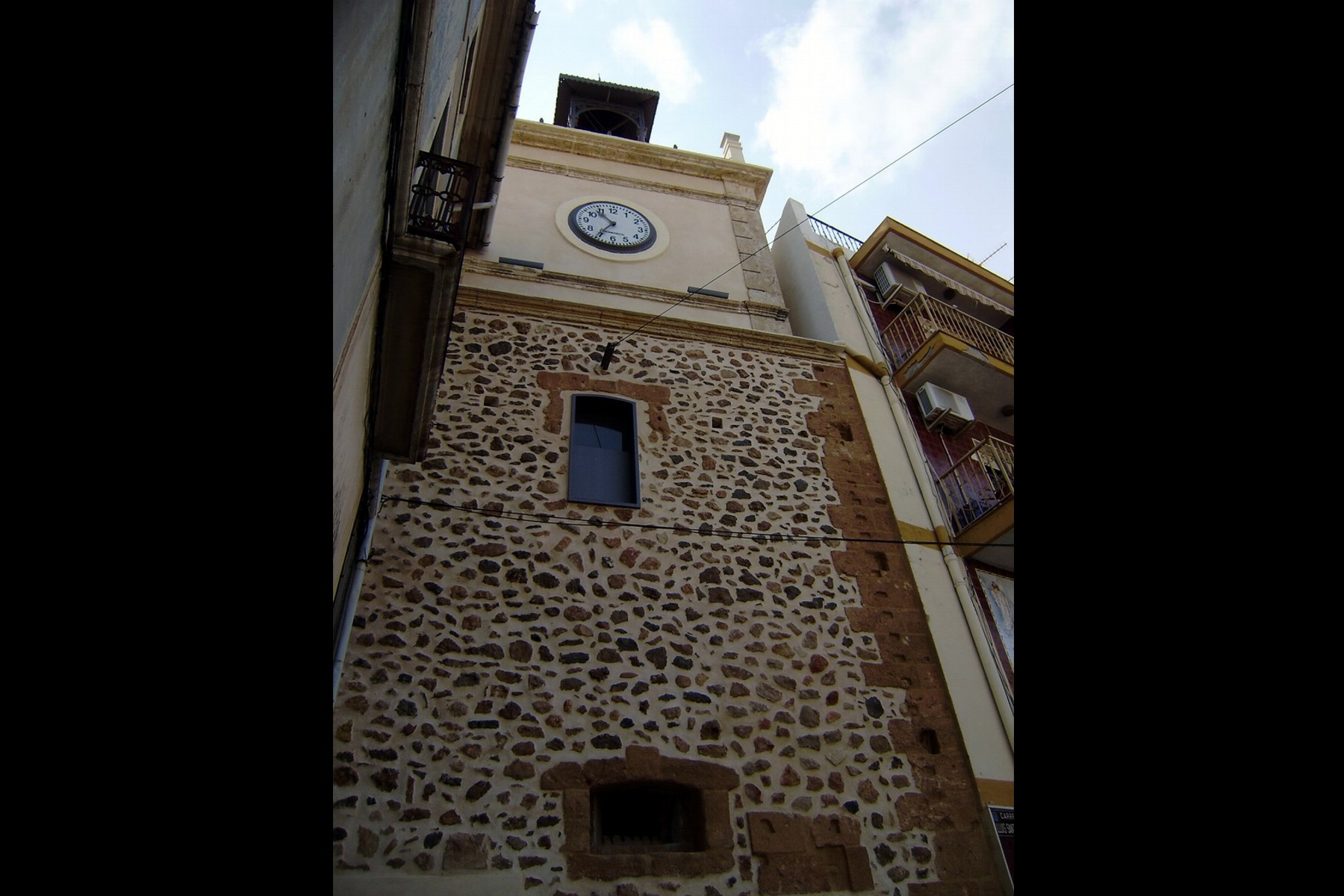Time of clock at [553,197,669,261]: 10:35
